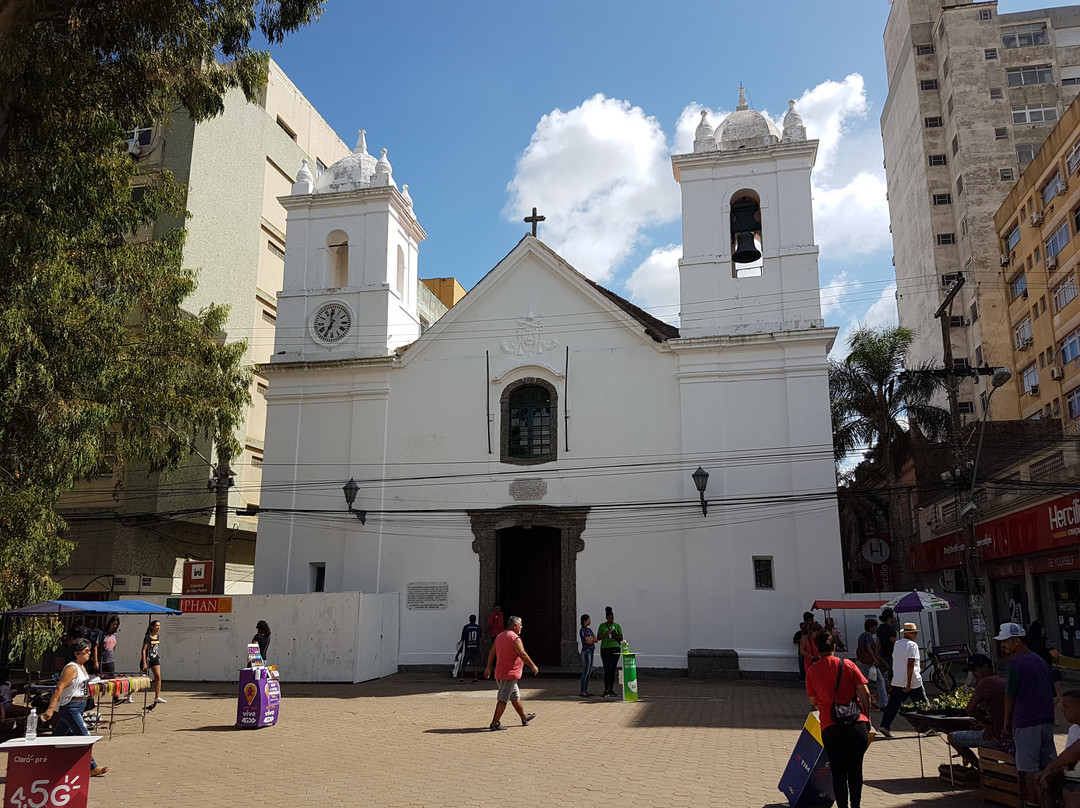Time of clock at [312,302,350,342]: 6:59
